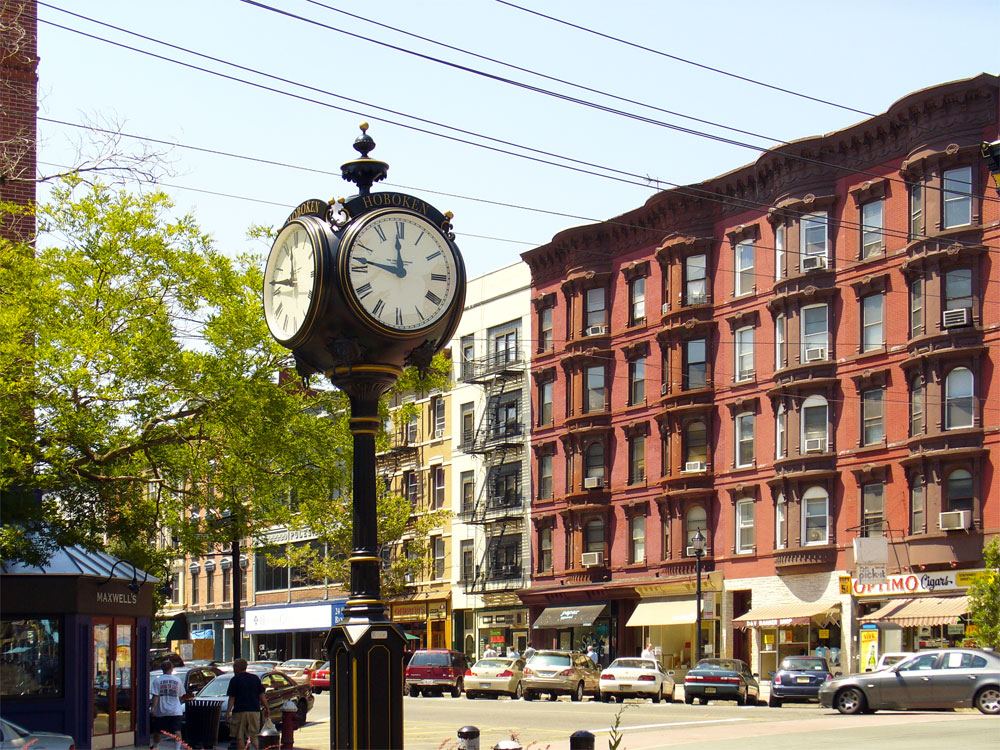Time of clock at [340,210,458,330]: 11:46
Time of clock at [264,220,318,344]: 11:46
